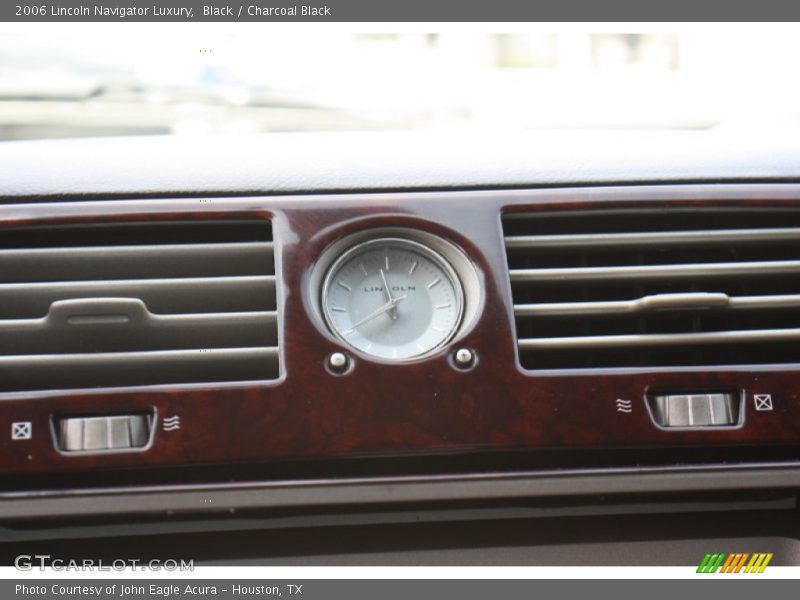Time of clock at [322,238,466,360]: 7:58
